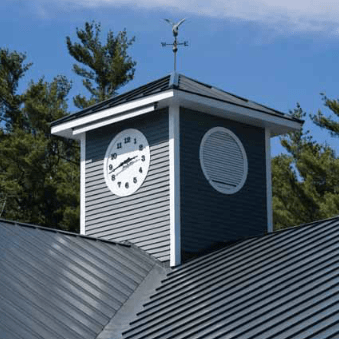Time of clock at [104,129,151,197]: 2:42
